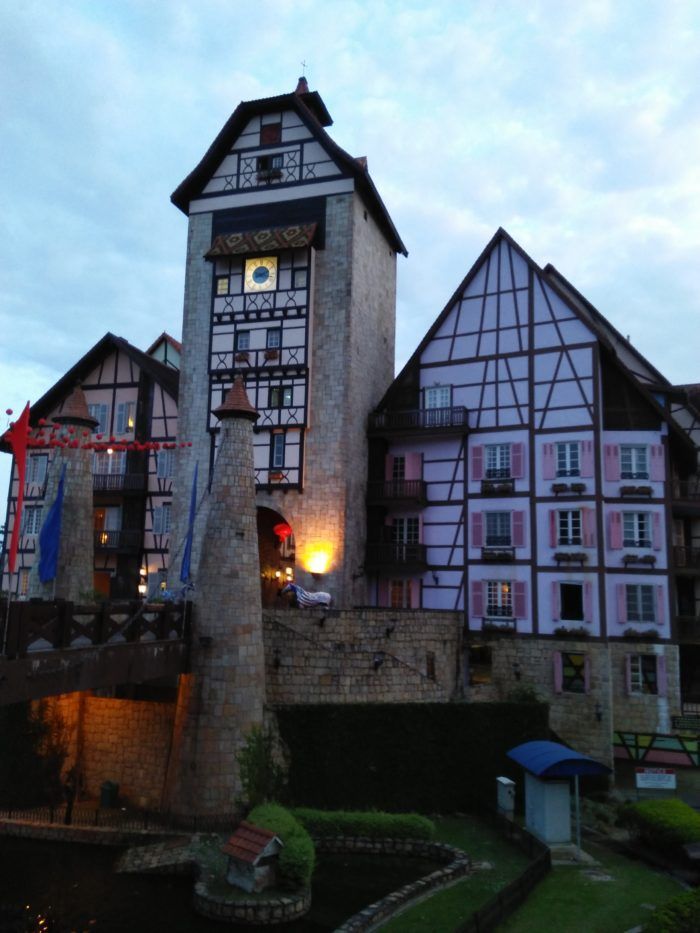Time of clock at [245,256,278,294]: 2:17
